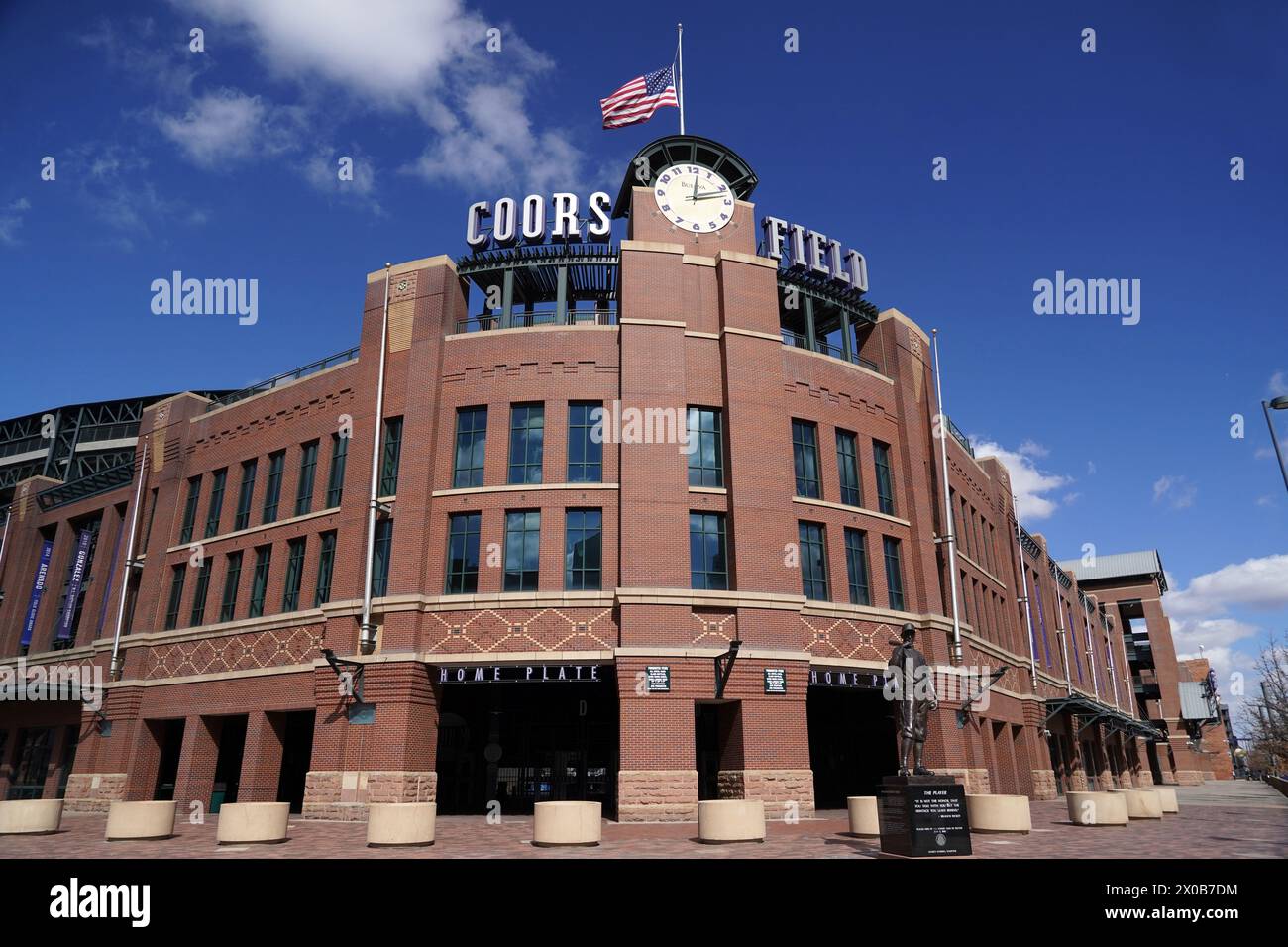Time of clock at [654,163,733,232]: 12:12
